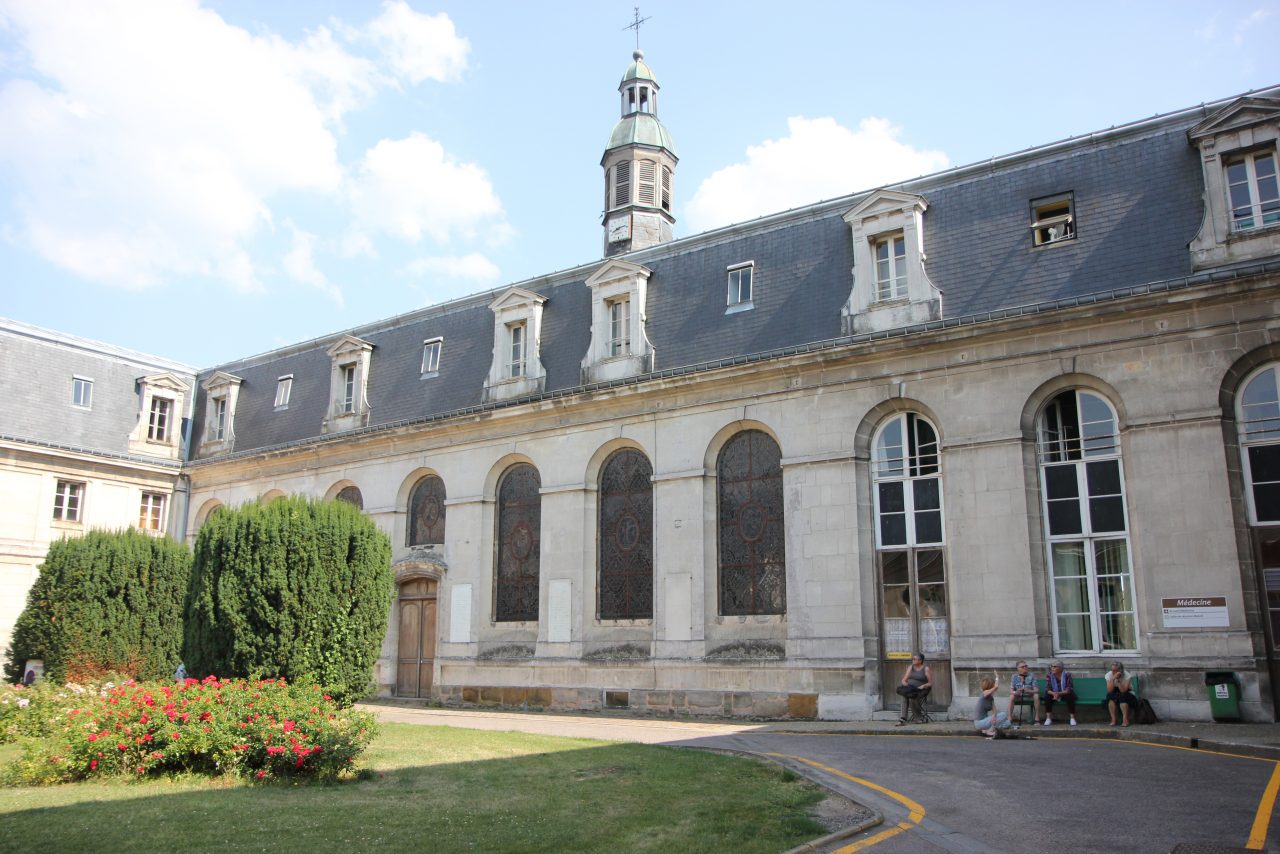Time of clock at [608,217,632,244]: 8:12
